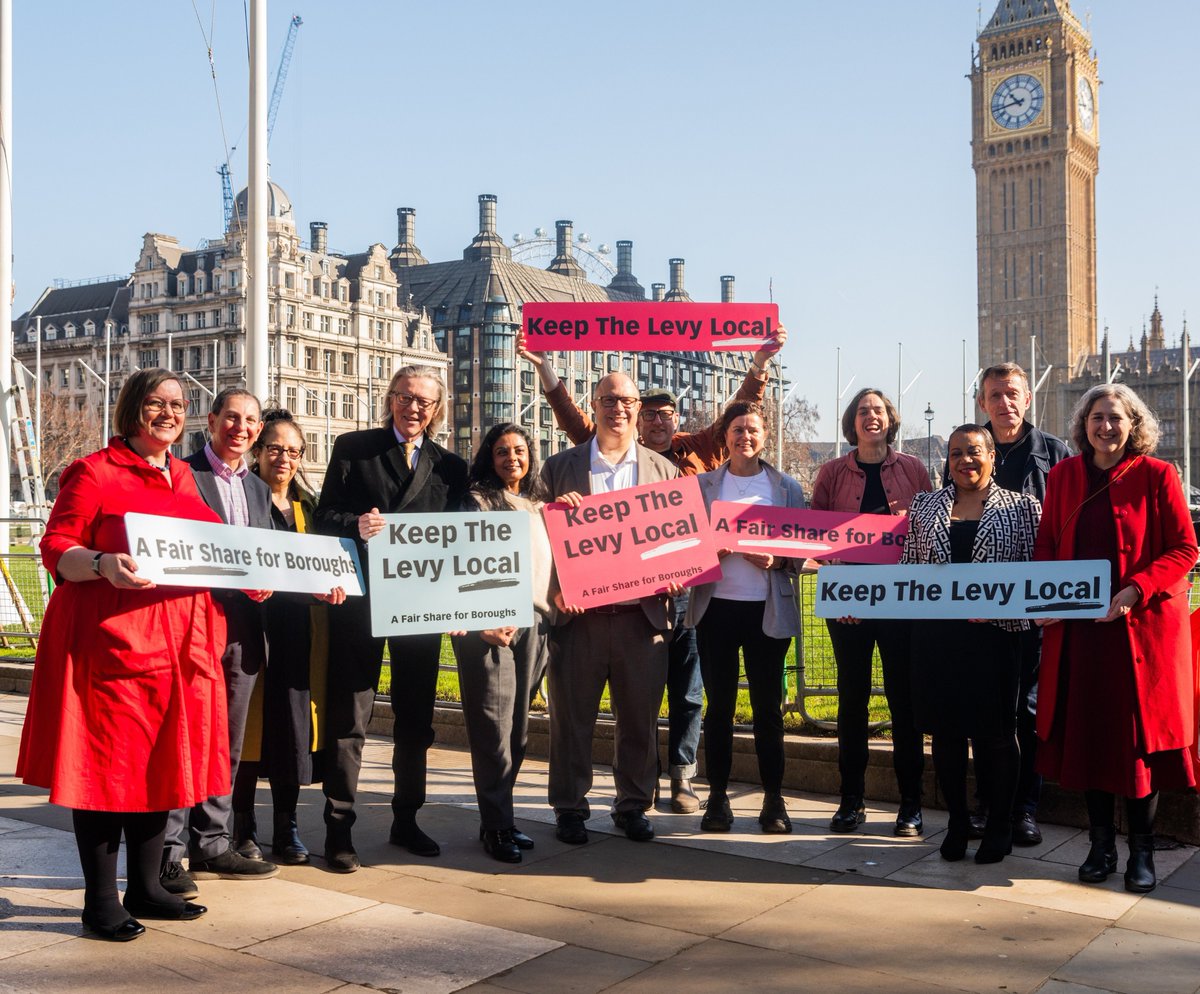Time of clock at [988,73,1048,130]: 10:43
